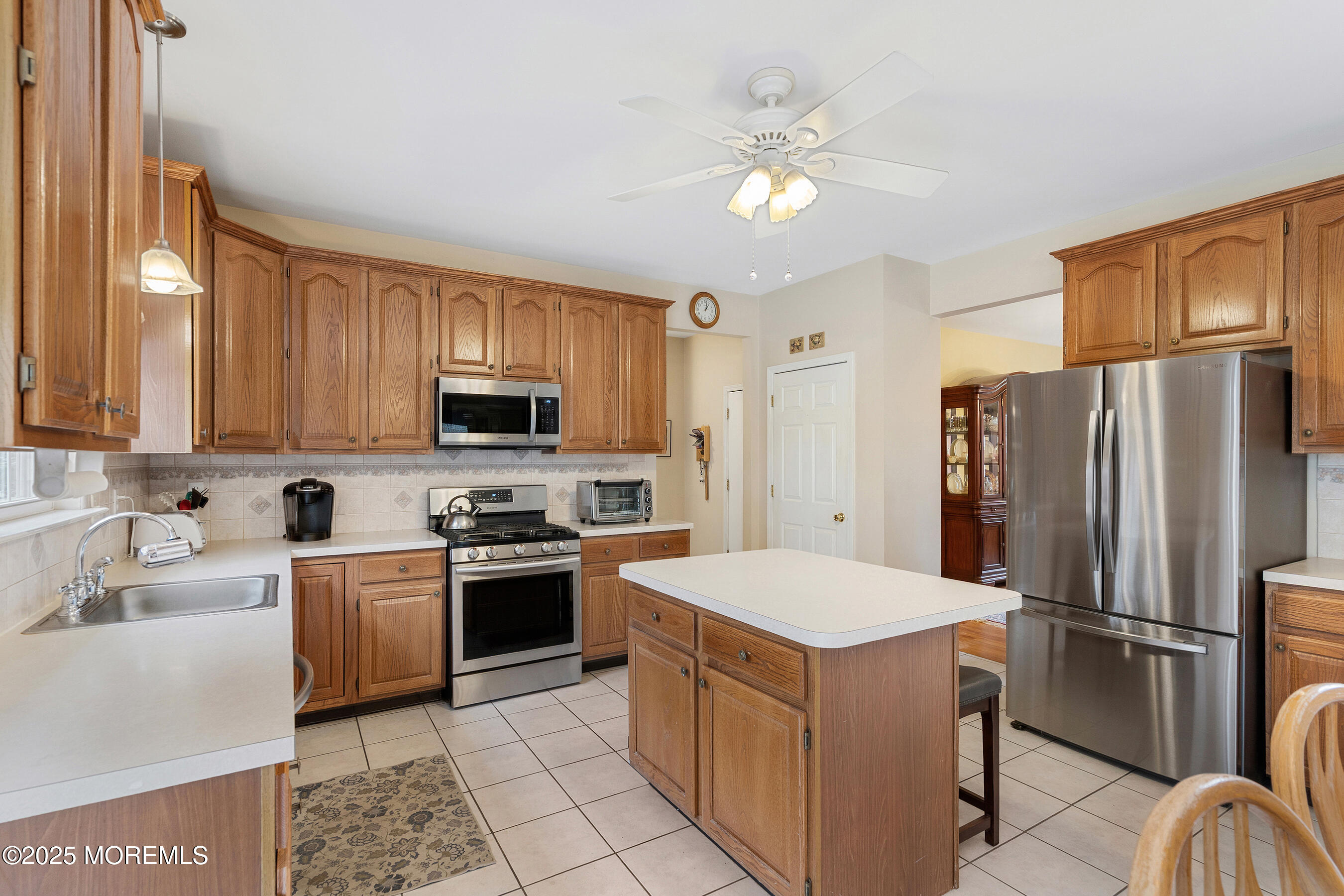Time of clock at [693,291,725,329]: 1:01
